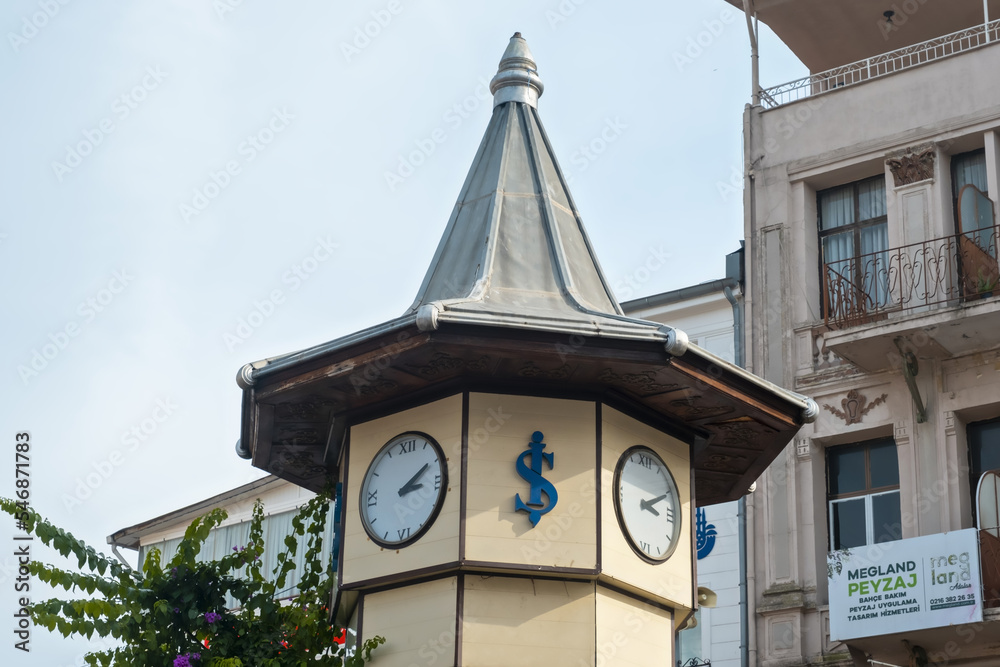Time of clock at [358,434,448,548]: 3:09
